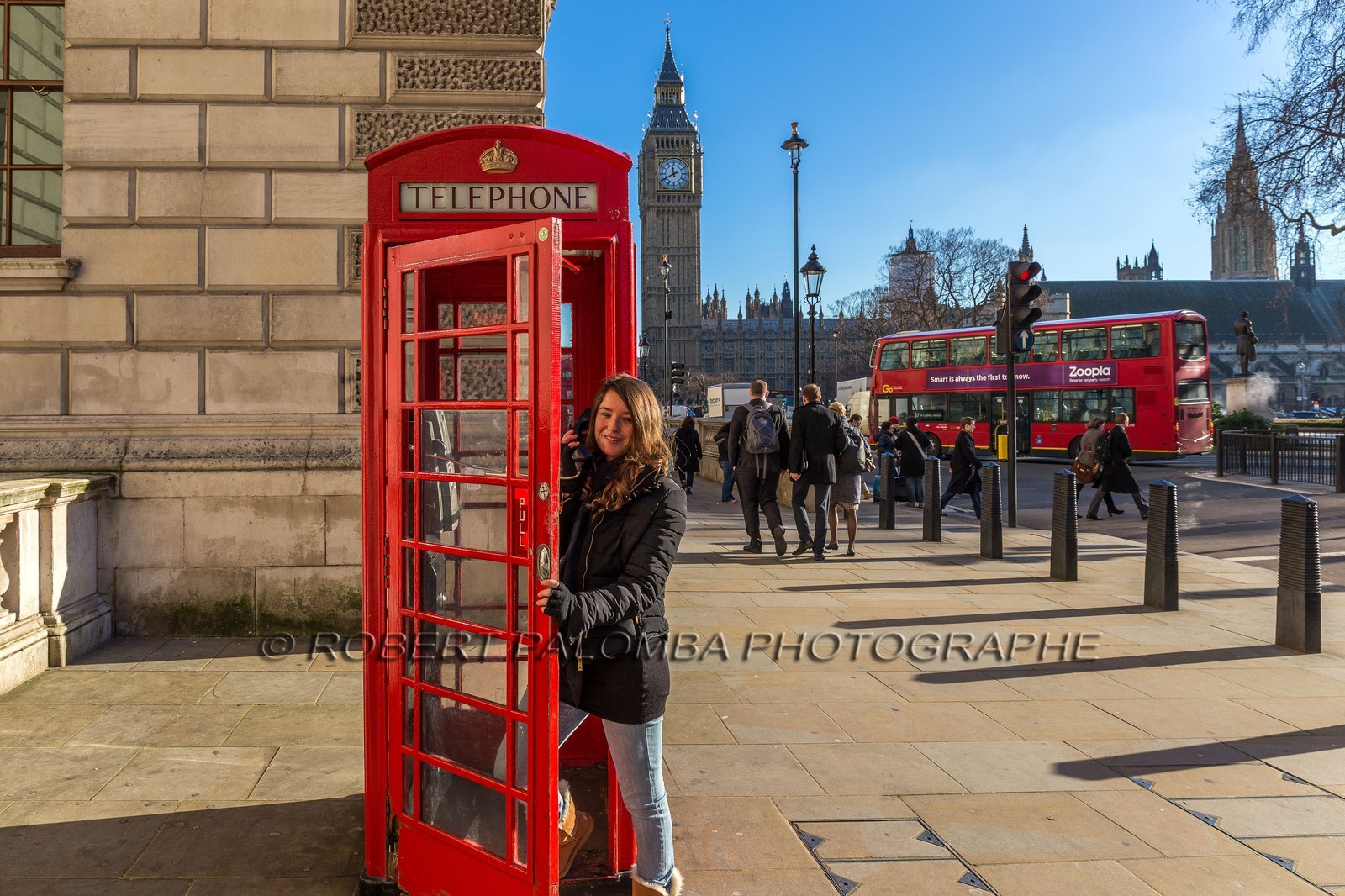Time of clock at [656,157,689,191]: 11:40
